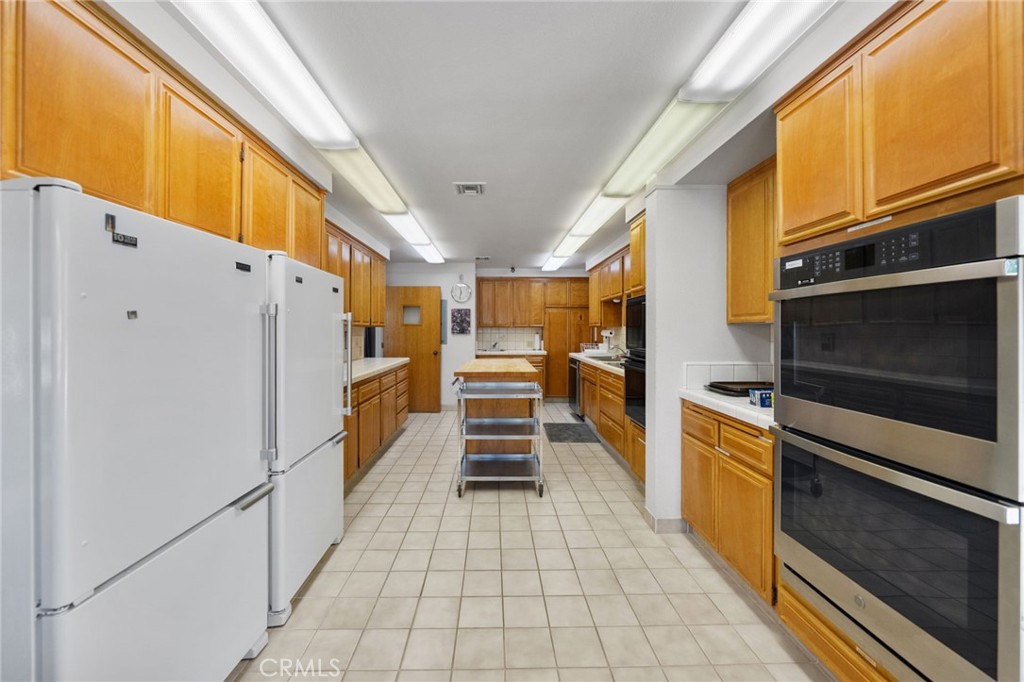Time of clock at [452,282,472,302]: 11:32
